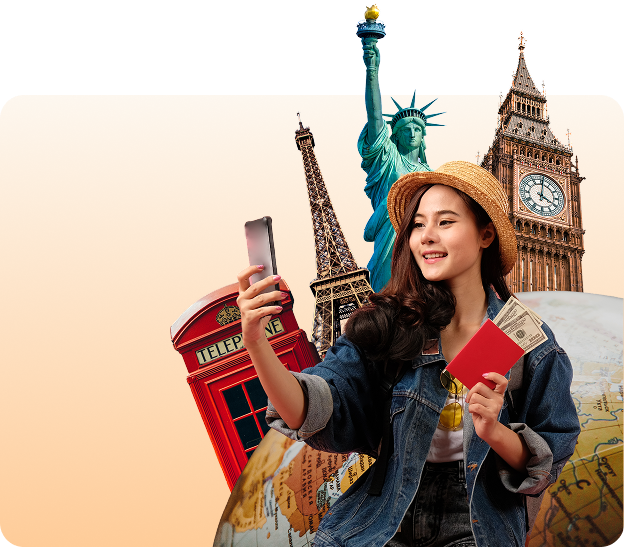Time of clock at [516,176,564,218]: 4:01
